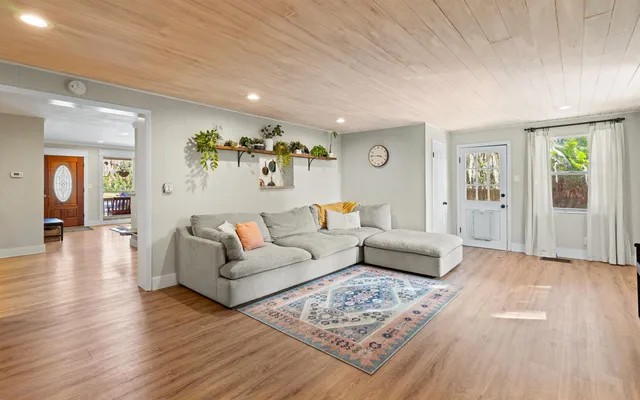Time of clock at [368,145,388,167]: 3:45
